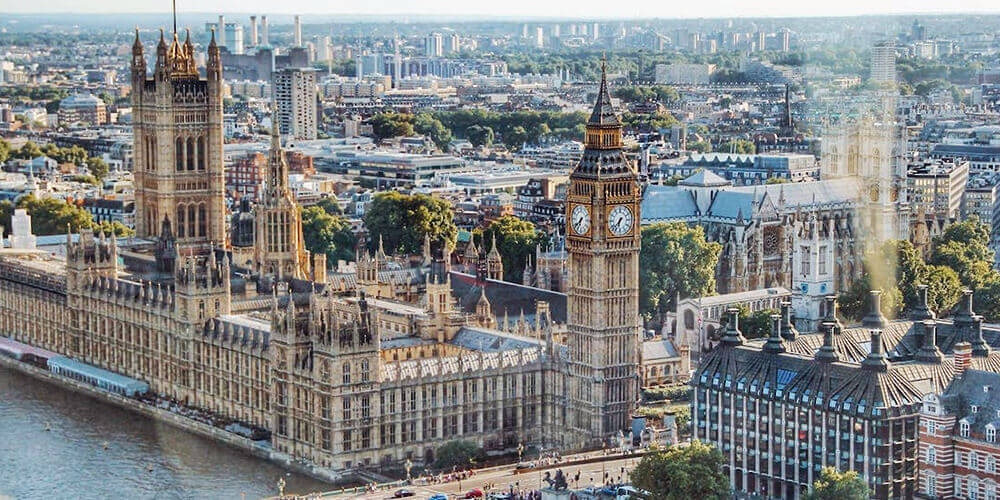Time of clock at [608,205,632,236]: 6:37
